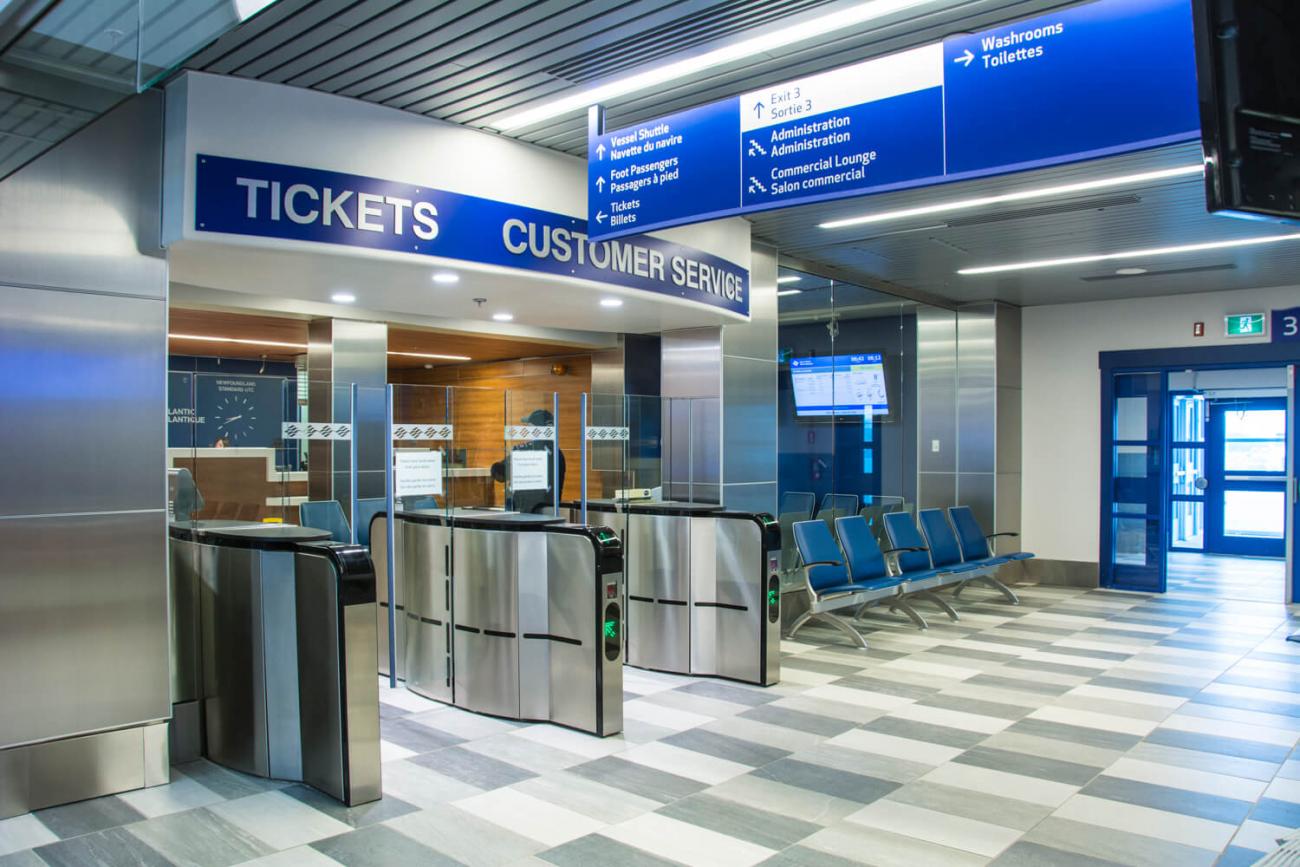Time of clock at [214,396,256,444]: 8:40
